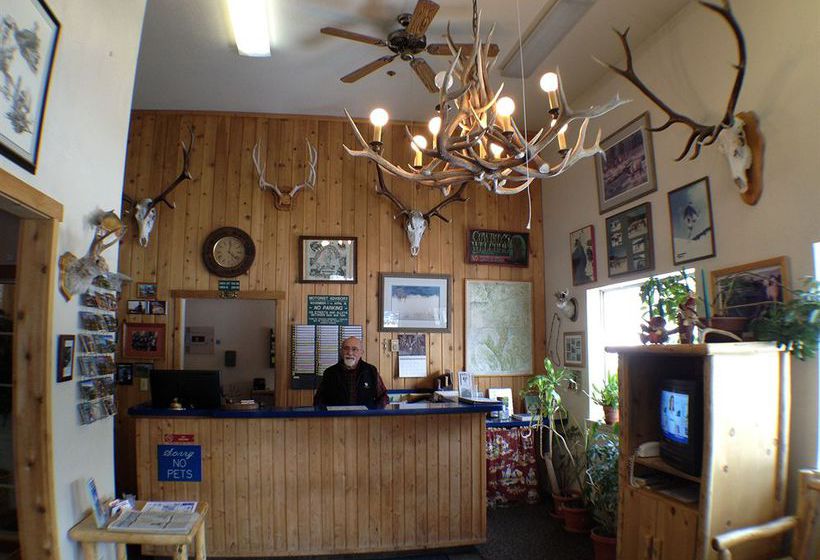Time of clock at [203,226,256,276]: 12:22
